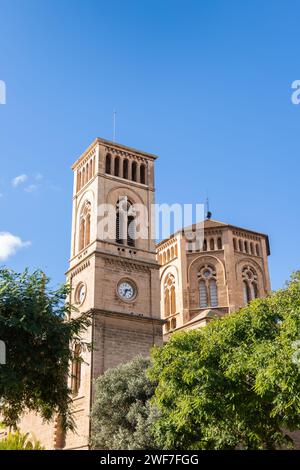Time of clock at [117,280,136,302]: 2:34
